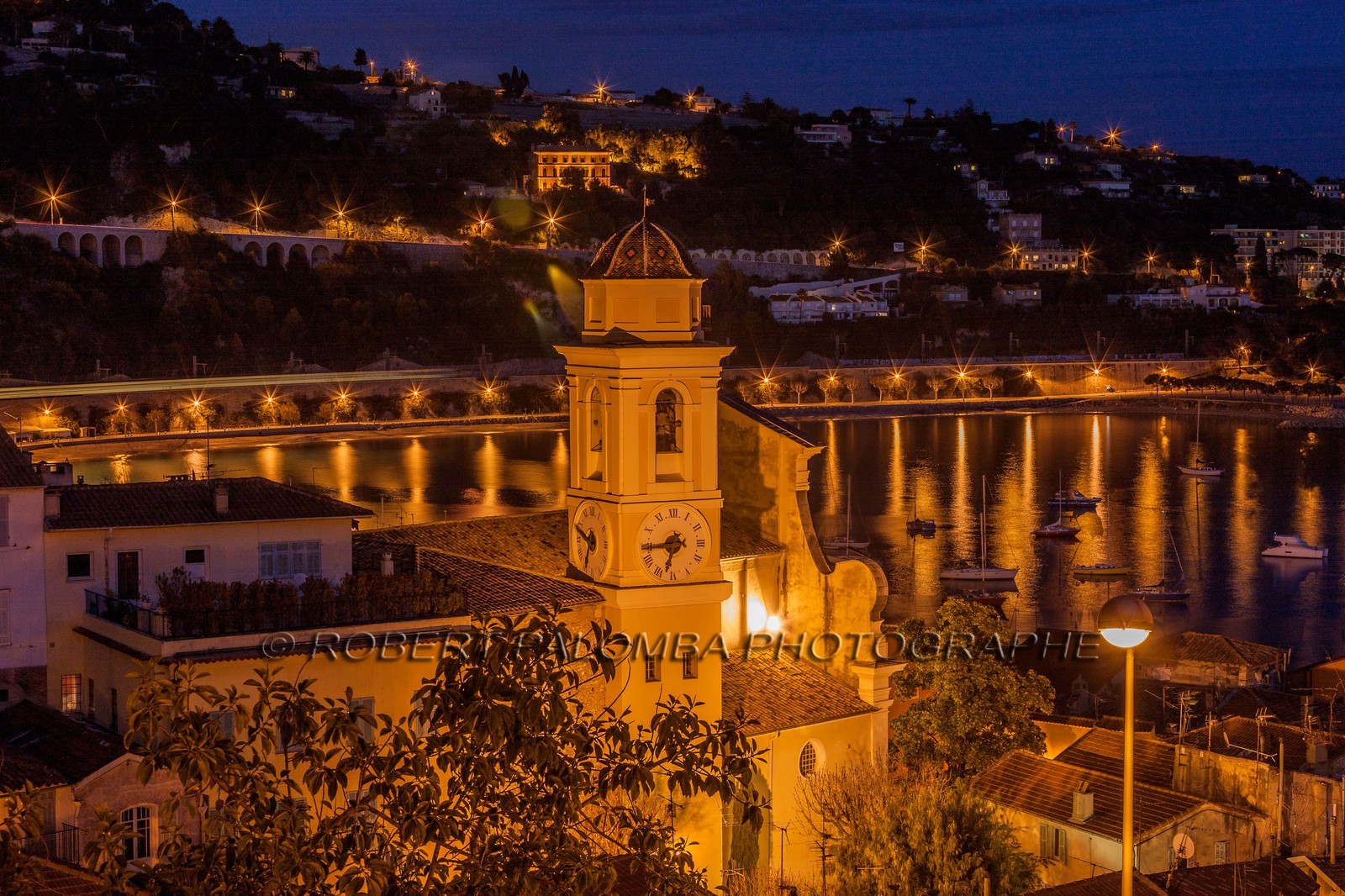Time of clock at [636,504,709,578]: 6:43
